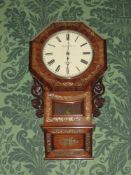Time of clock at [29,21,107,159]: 6:00
